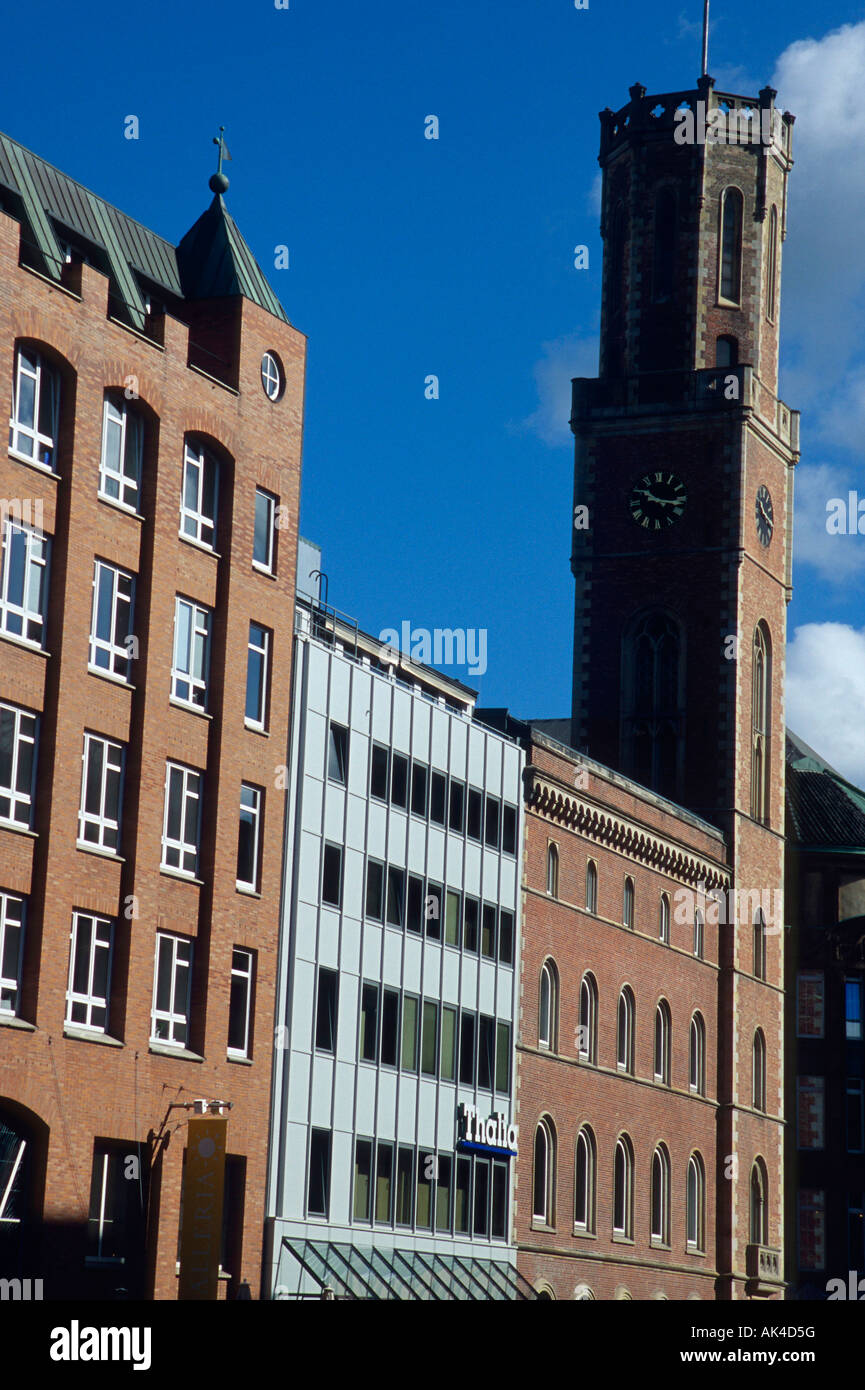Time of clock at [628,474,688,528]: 10:16
